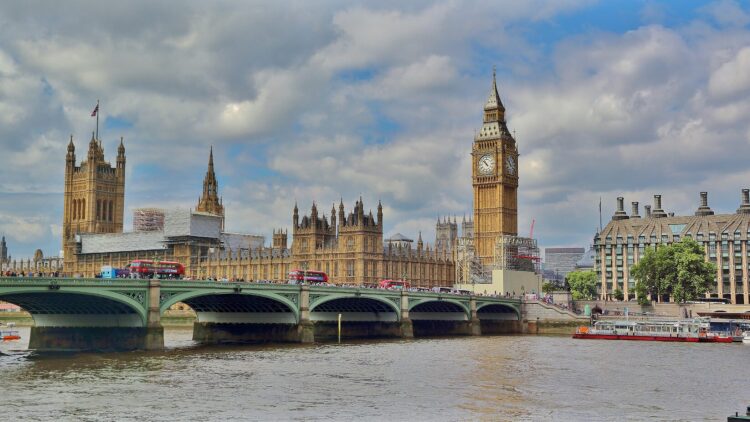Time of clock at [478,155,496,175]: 10:52
